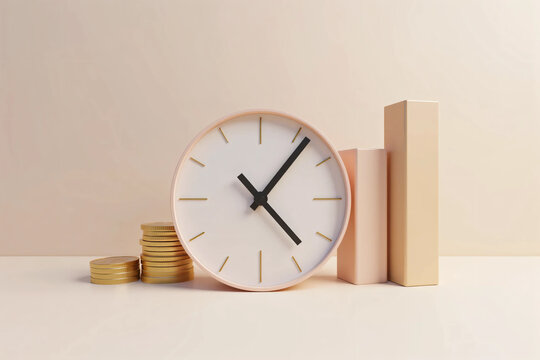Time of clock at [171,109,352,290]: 1:23
